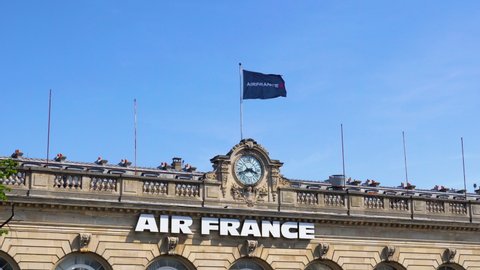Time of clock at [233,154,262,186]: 3:40
